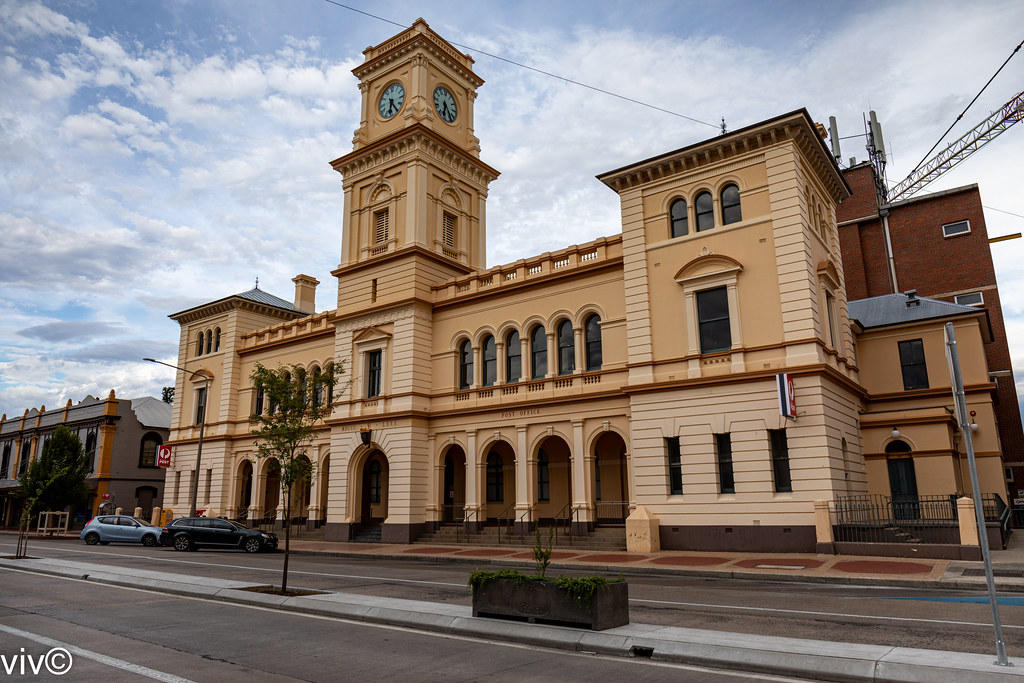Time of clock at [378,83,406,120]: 6:24
